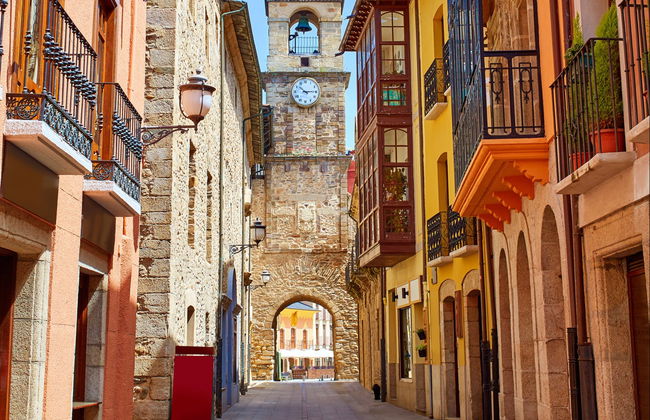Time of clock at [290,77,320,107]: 10:14
